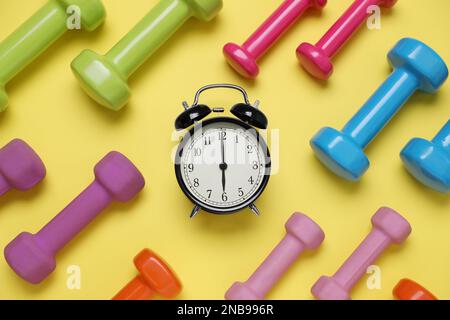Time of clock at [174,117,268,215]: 6:00
